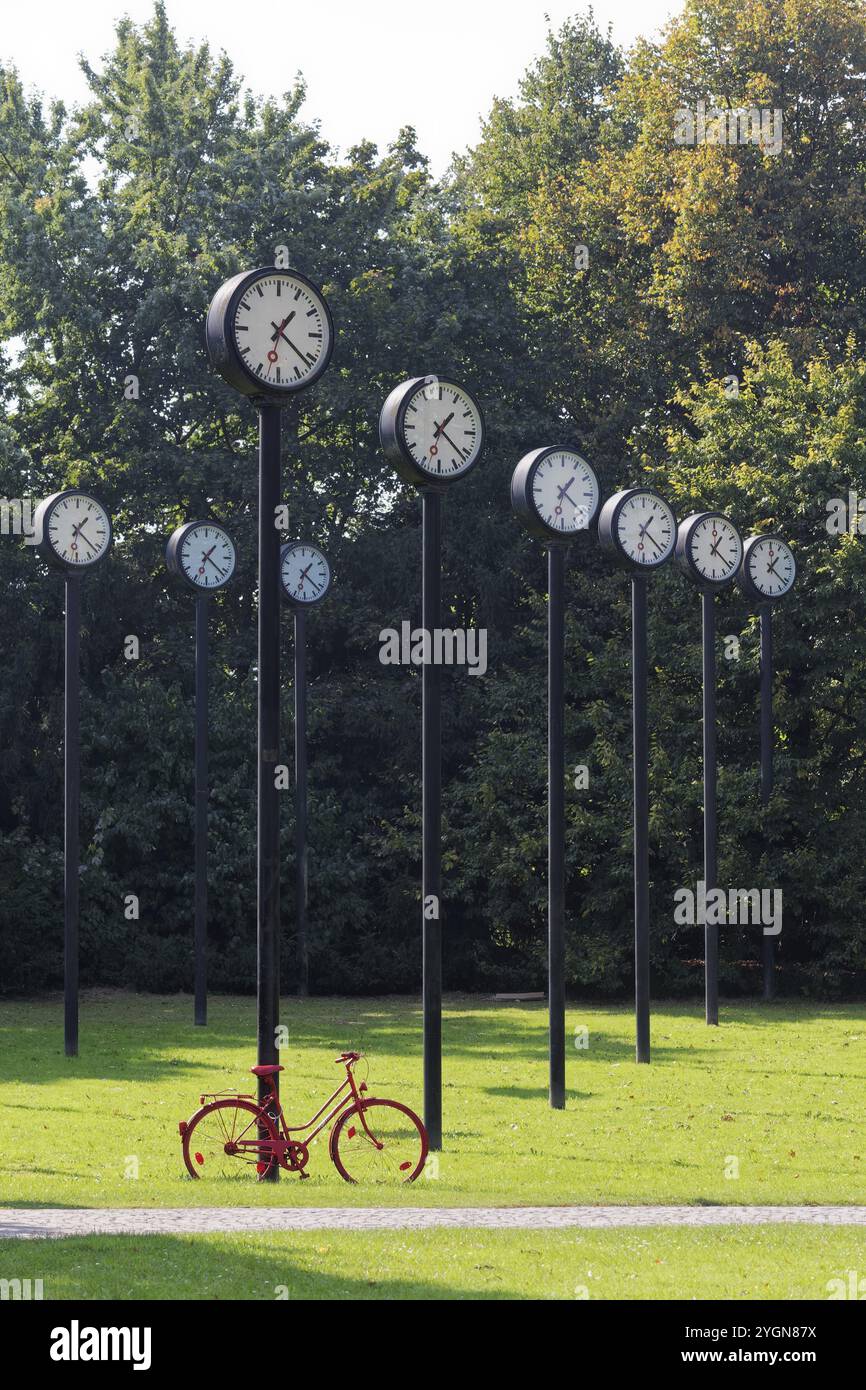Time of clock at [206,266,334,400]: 1:21
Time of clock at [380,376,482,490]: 1:21
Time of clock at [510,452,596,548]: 1:21
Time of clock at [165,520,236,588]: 1:21
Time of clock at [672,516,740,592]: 1:21
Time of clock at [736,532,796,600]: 1:21
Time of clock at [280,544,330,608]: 1:22
